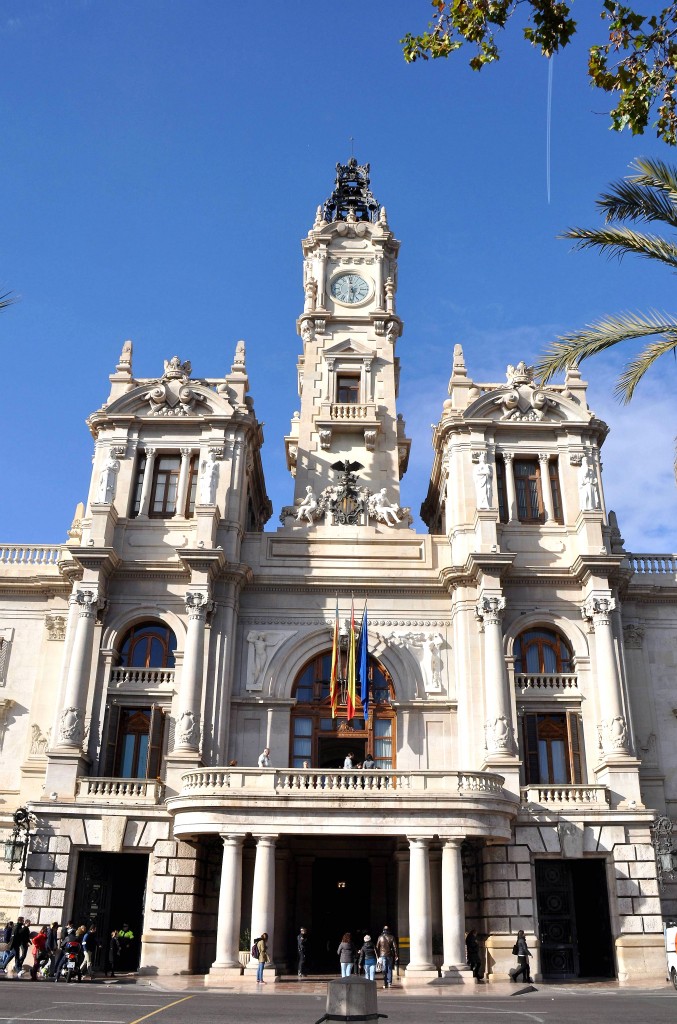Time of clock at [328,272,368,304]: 5:59
